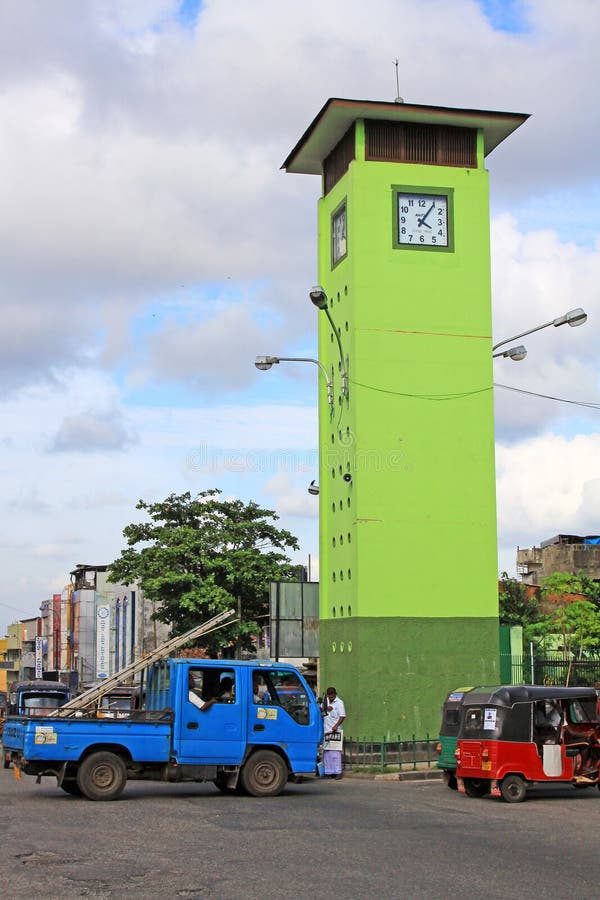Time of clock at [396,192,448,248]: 4:05
